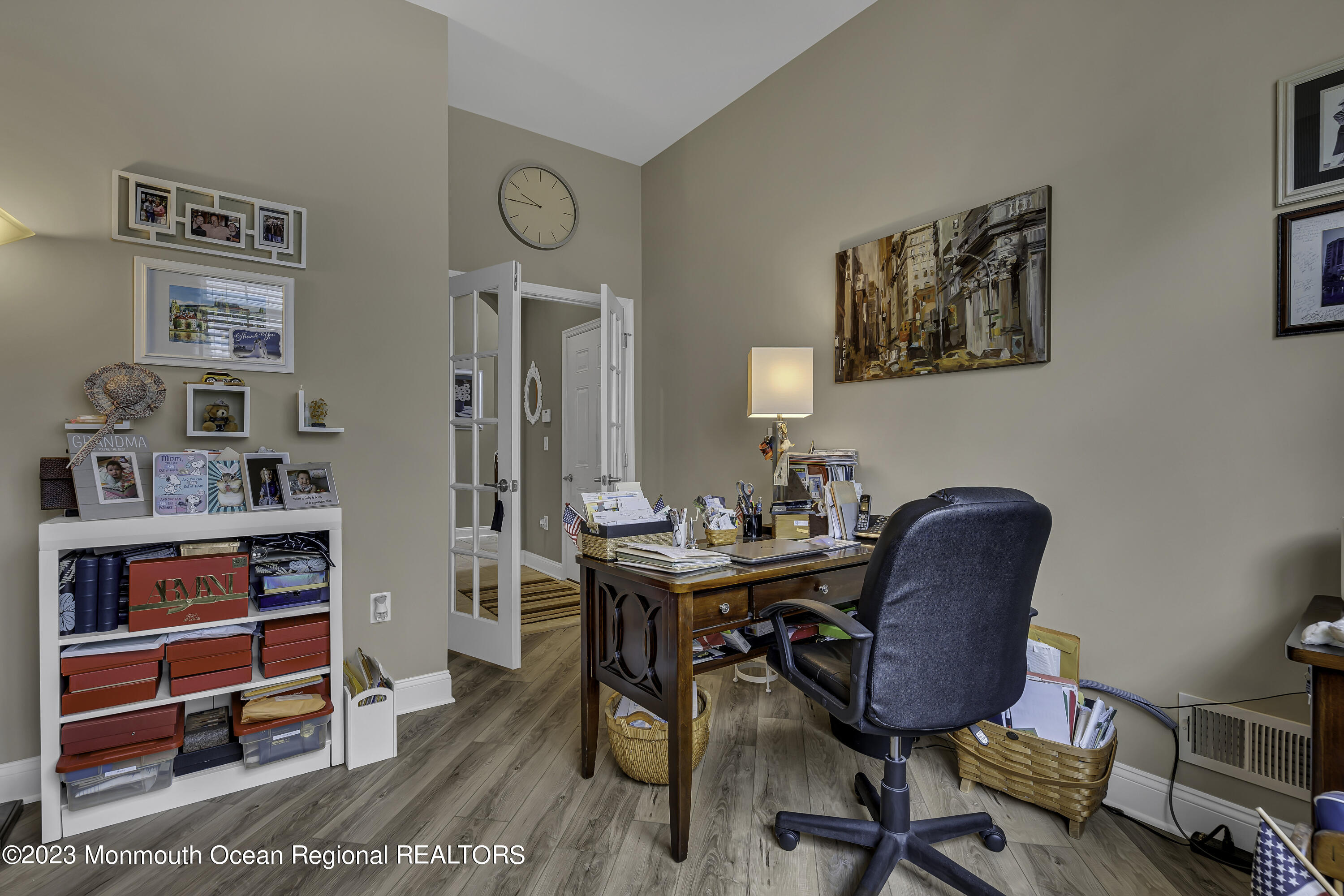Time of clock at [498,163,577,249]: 9:45
